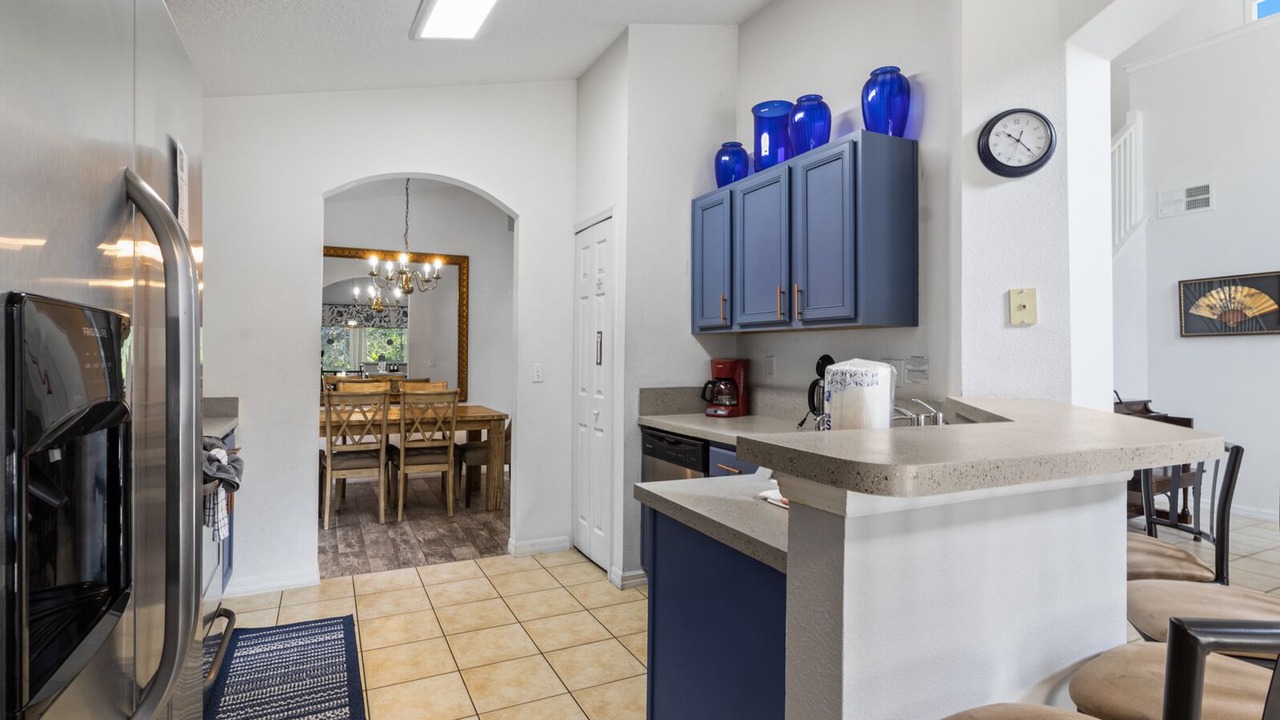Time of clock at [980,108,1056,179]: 10:23
